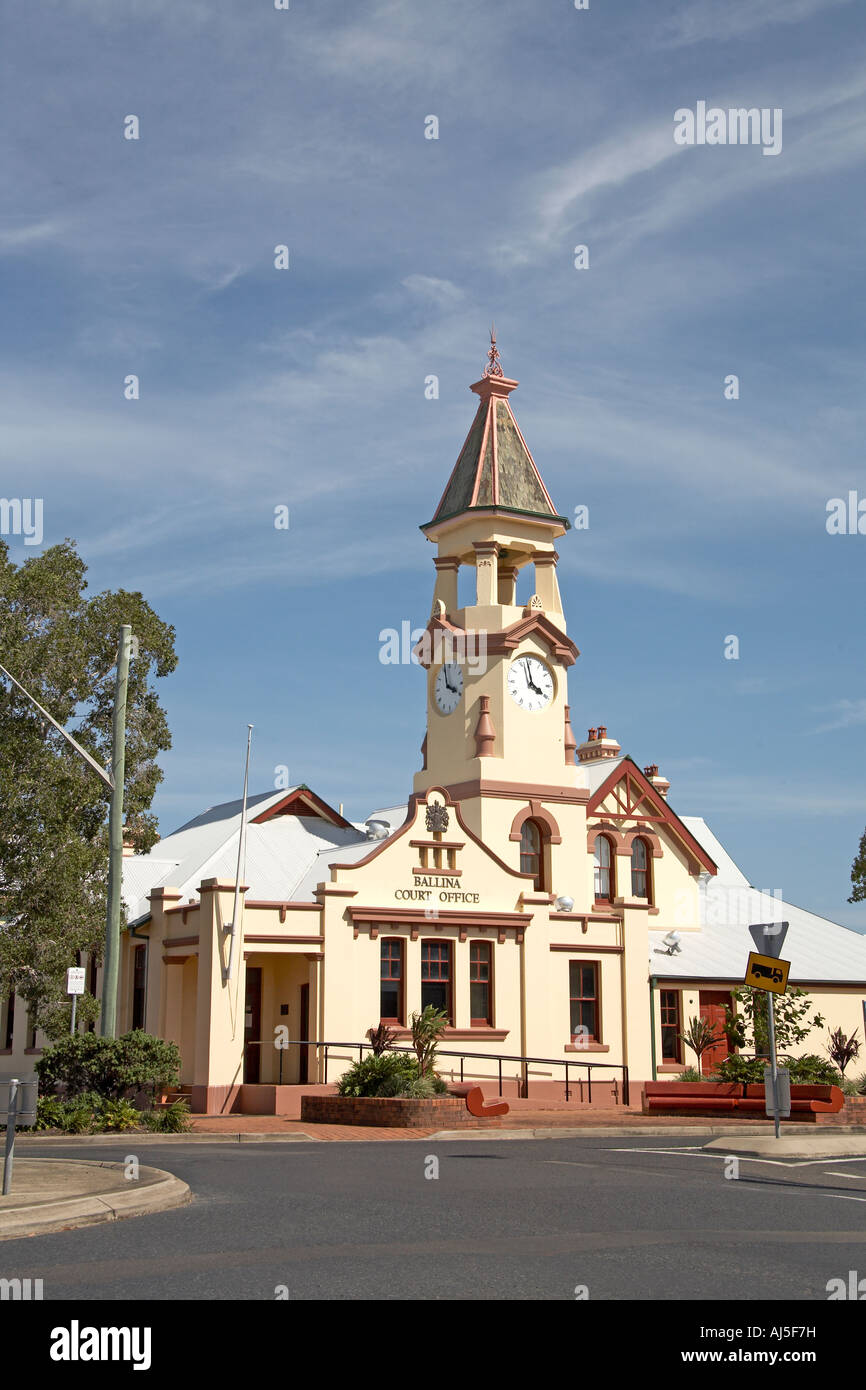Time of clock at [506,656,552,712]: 3:58
